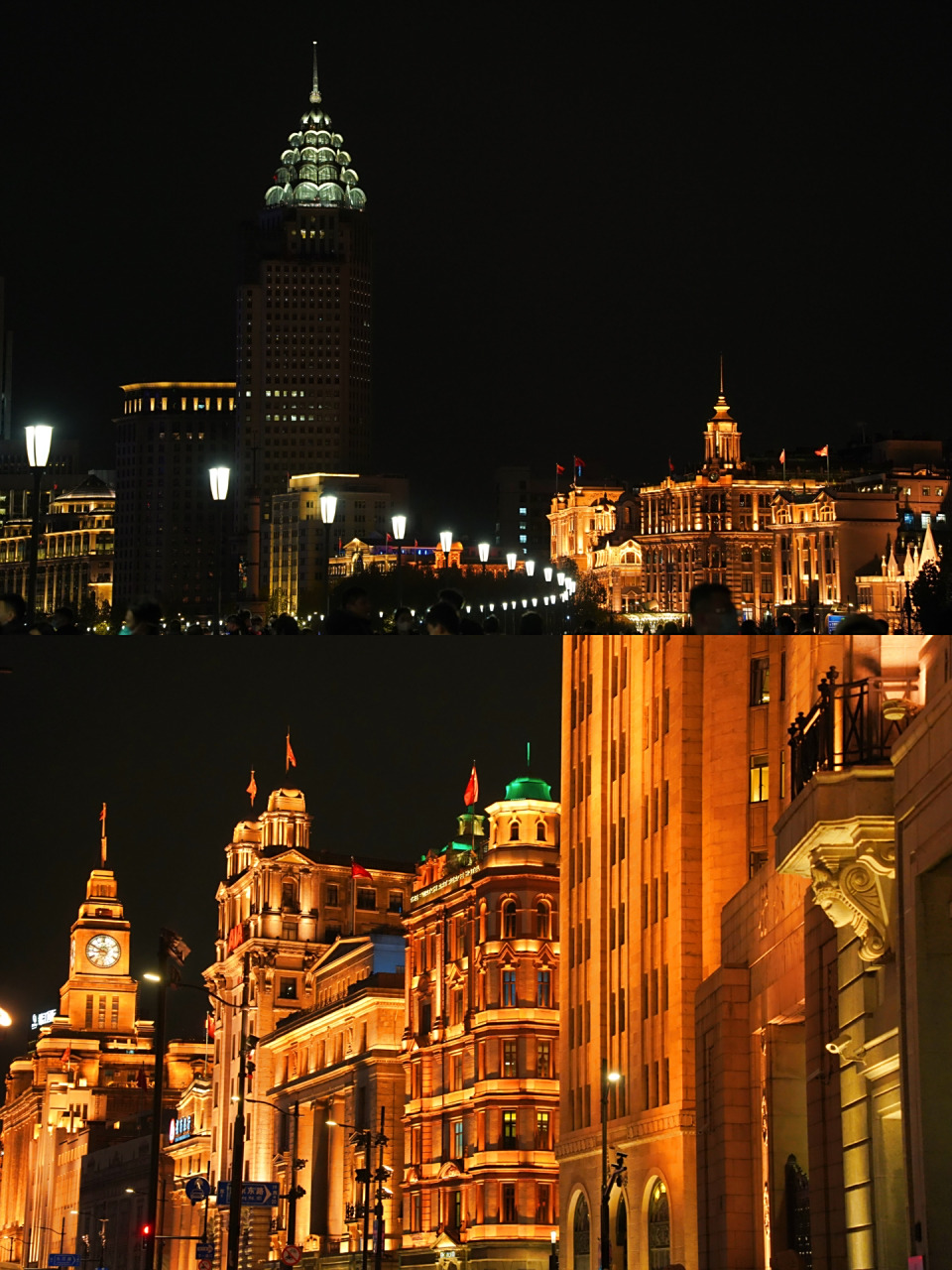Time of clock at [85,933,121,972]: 8:49
